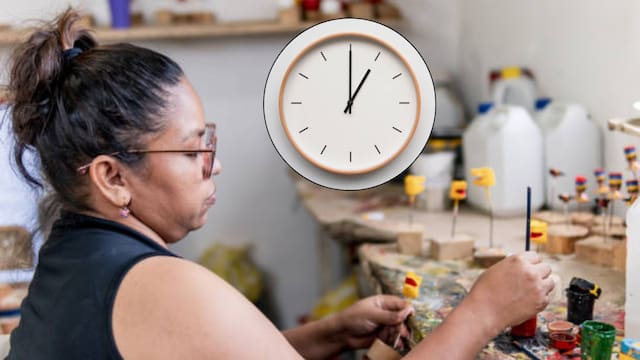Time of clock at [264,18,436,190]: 1:00
